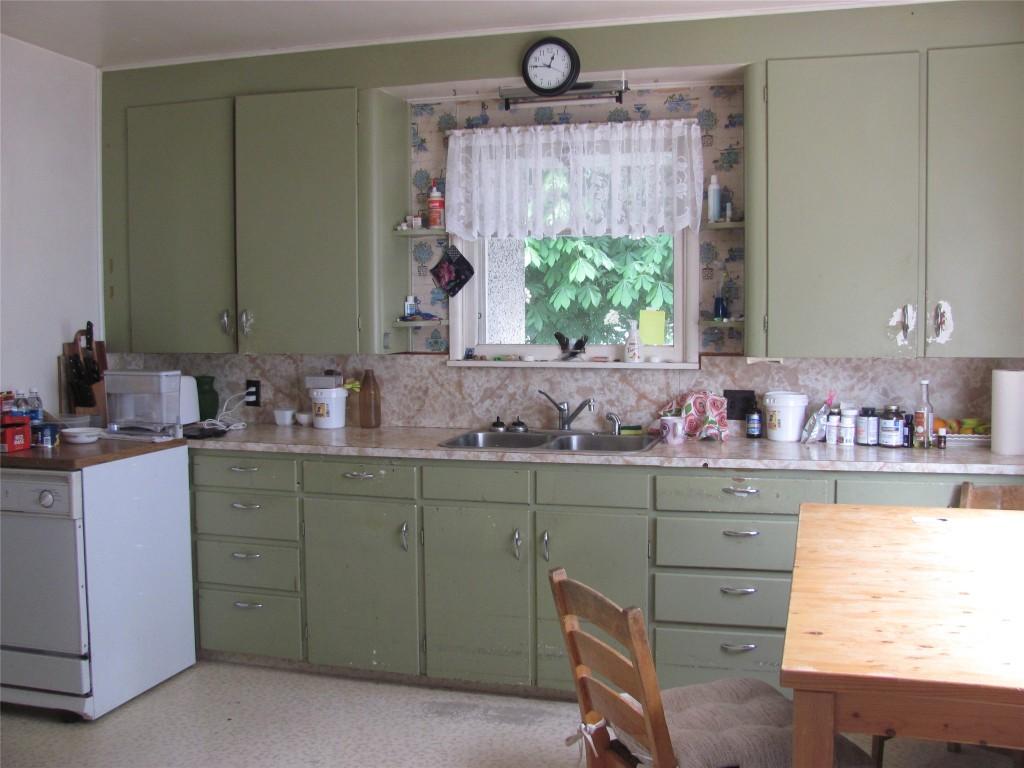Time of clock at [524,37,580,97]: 12:45
